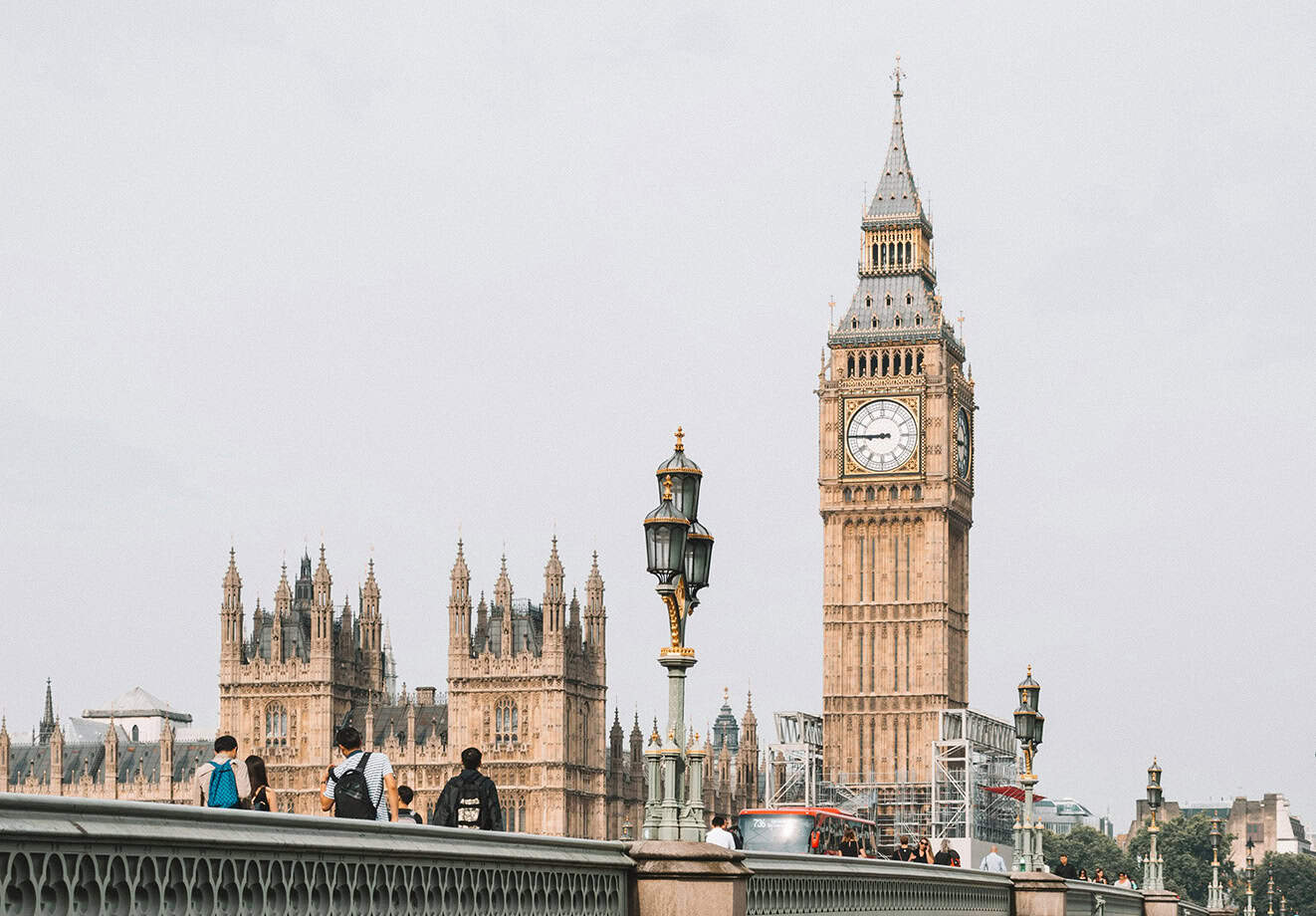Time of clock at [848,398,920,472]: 8:45
